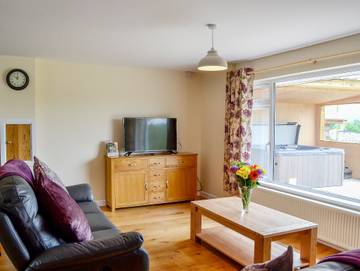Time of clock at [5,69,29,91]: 10:00
